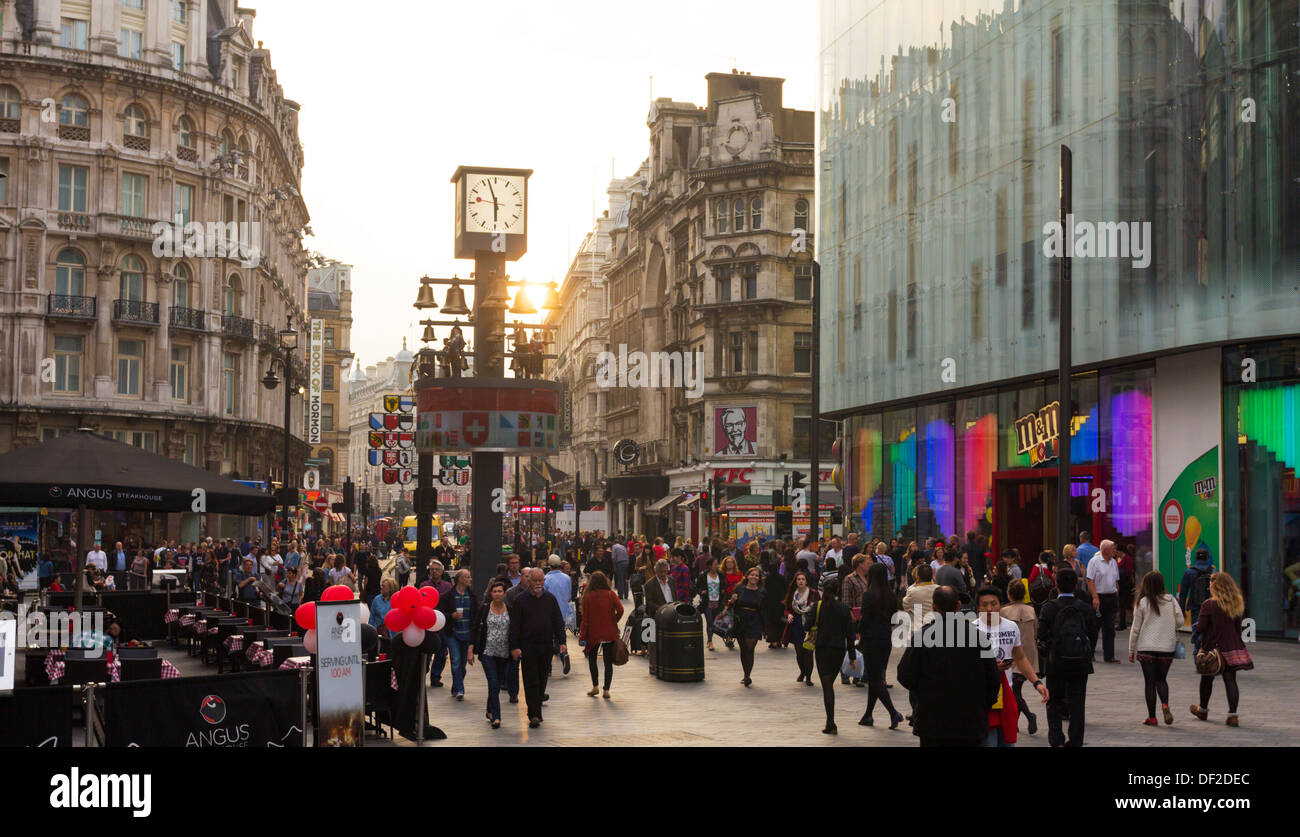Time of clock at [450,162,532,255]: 5:56
